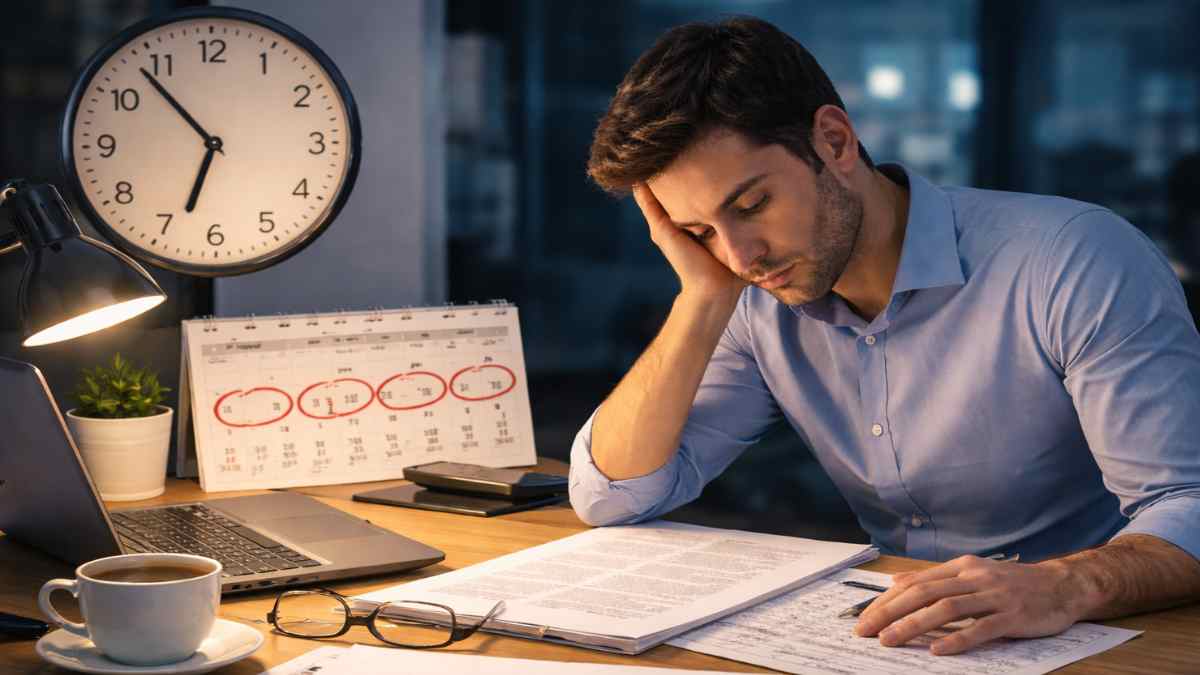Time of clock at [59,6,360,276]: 6:53
